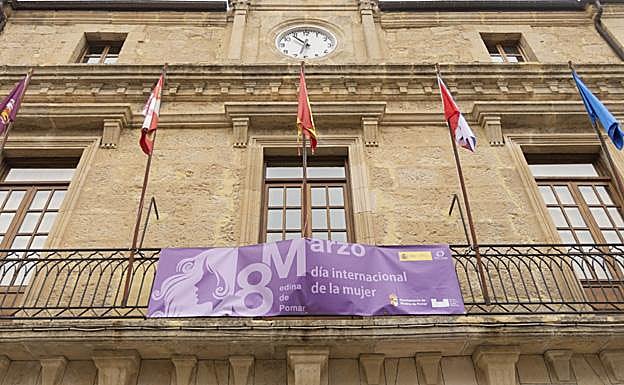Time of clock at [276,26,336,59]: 10:32
